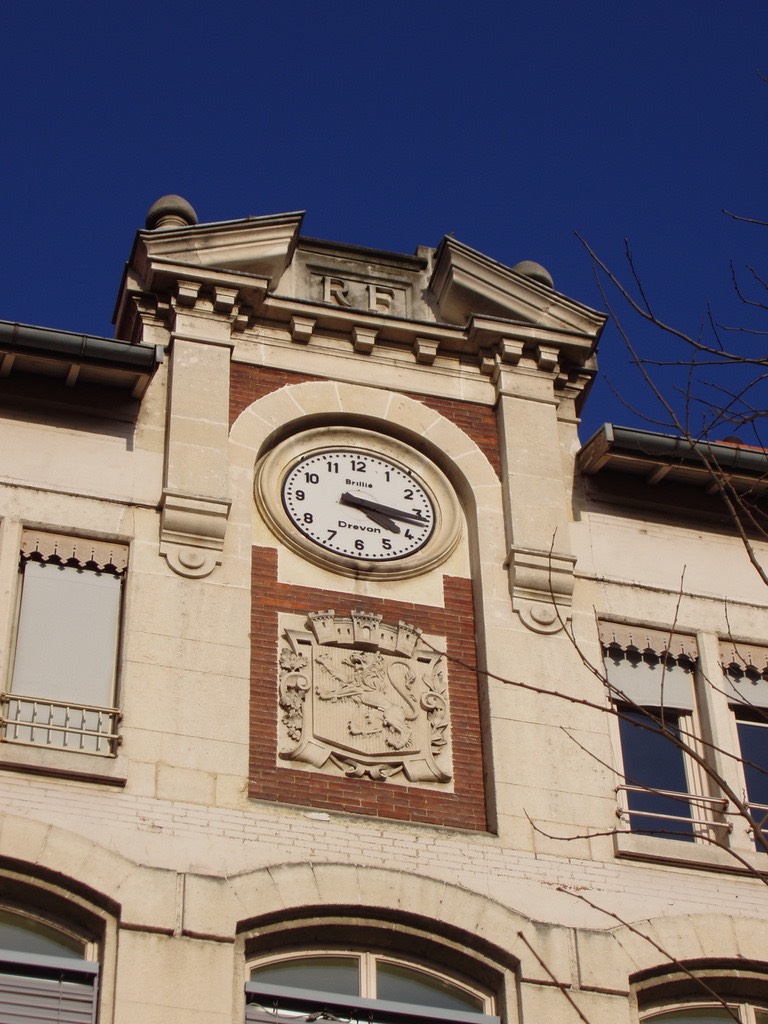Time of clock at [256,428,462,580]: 4:16
